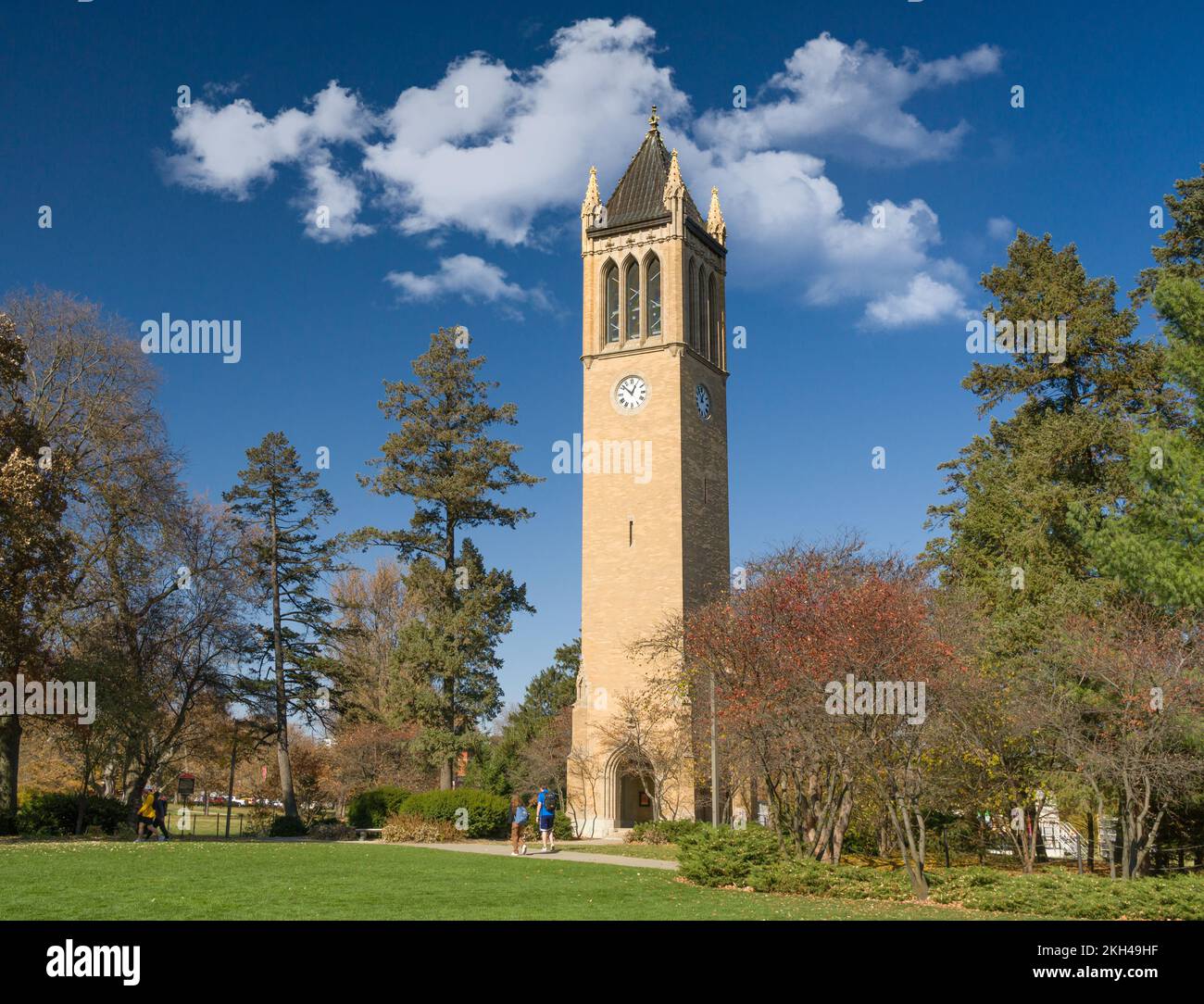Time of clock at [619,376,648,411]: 12:52
